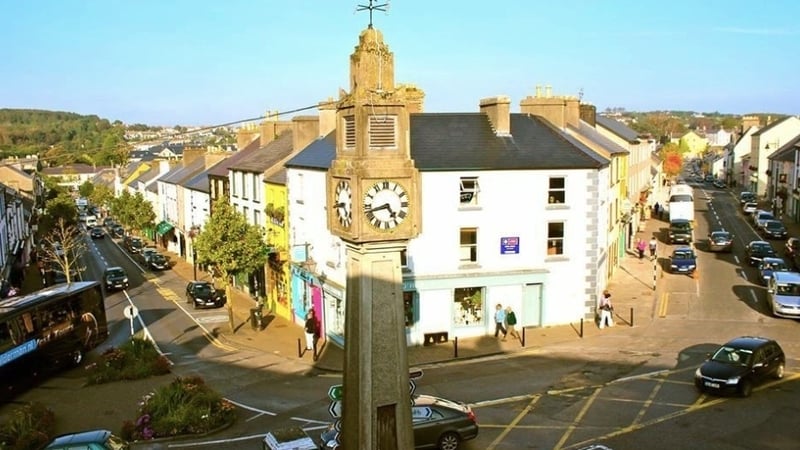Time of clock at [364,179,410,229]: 4:42
